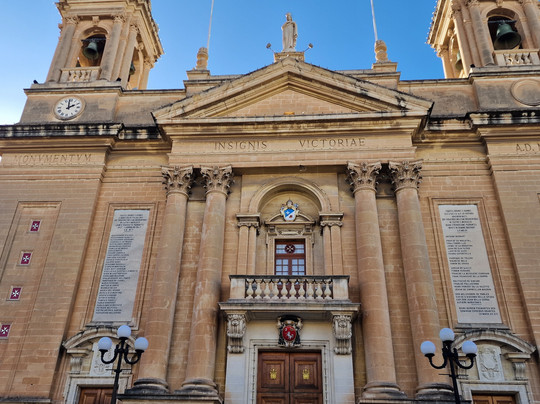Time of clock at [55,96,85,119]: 1:59
